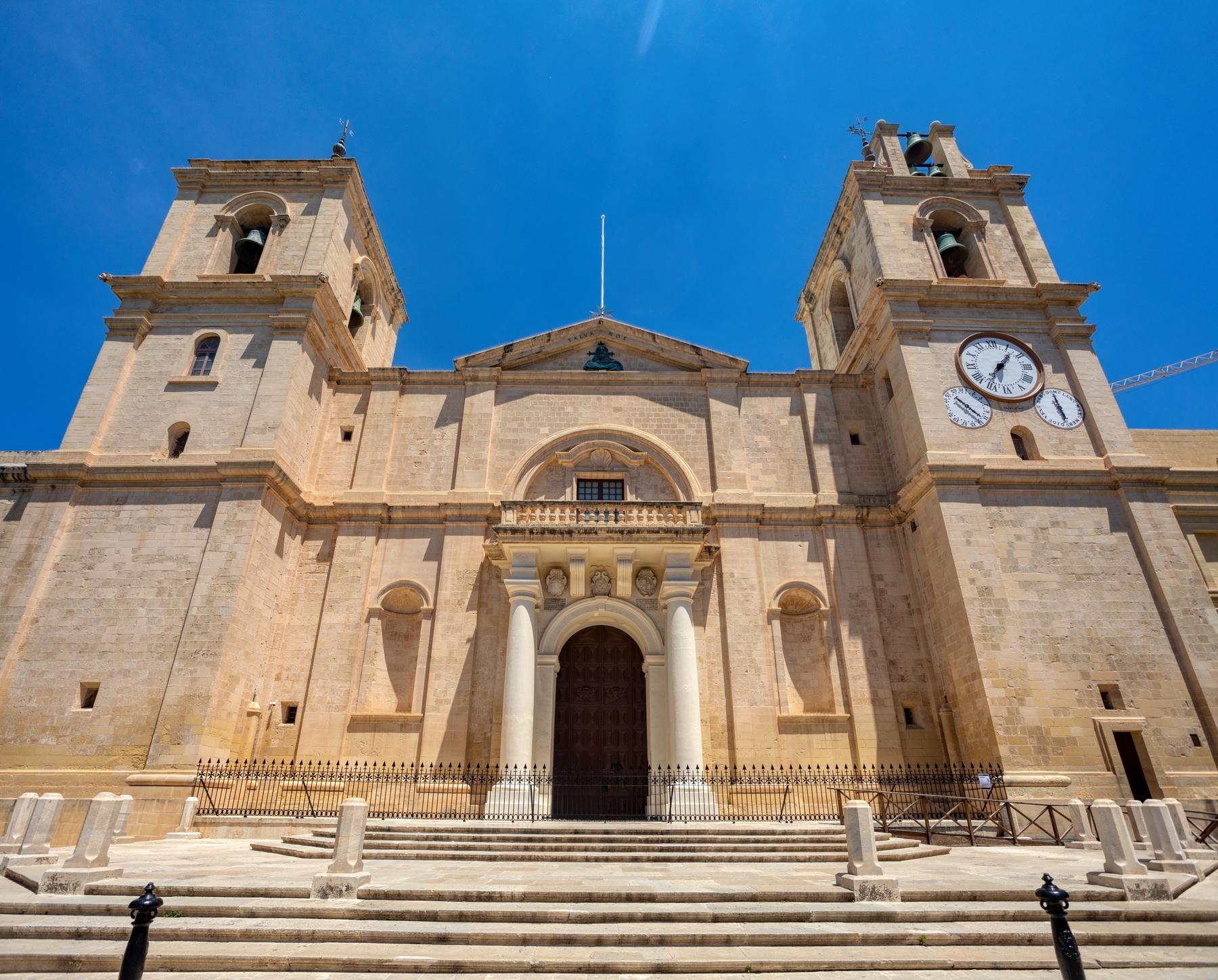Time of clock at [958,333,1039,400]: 7:07
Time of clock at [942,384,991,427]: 10:21
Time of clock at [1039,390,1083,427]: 4:57
